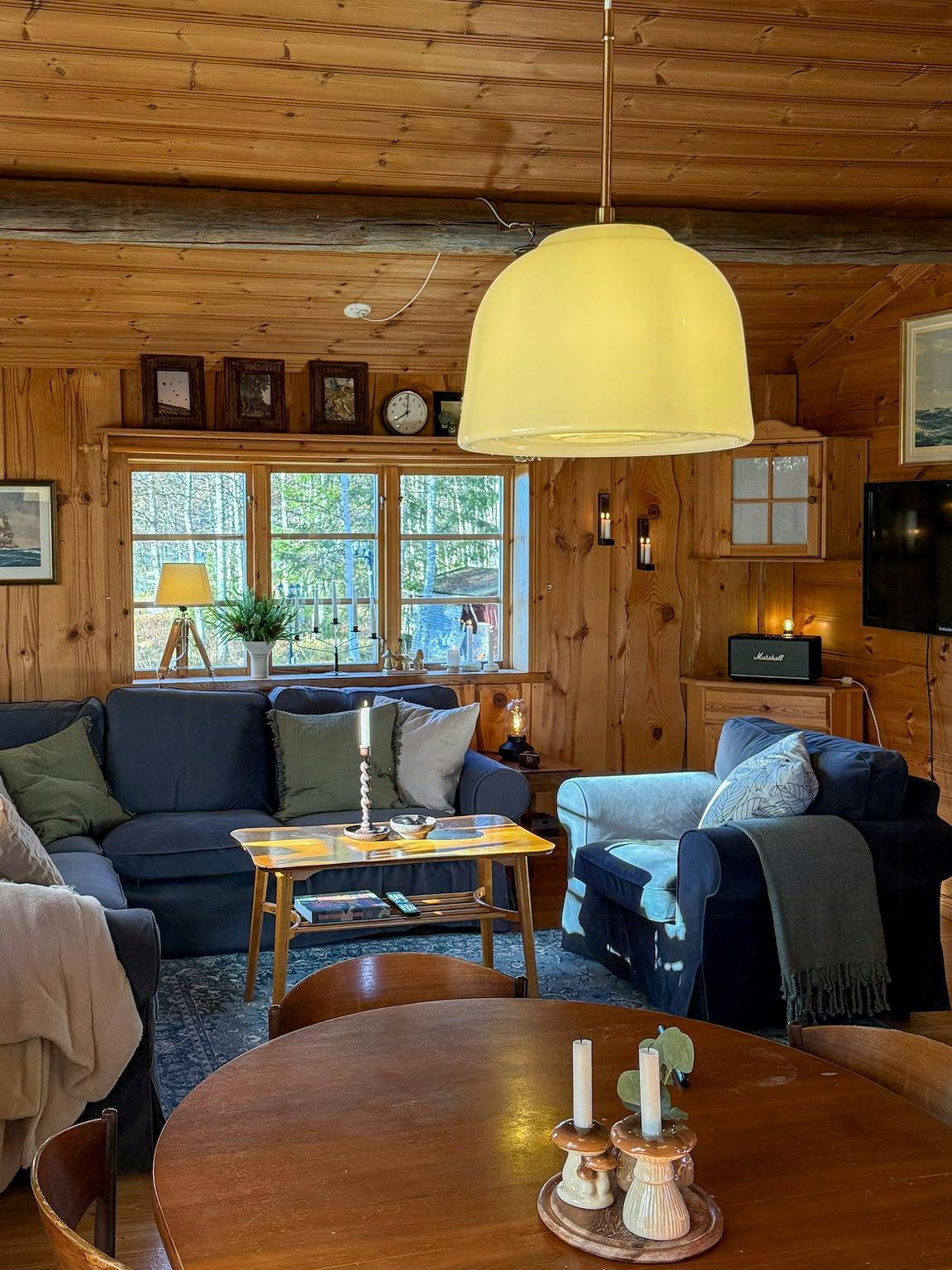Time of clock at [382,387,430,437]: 8:00
